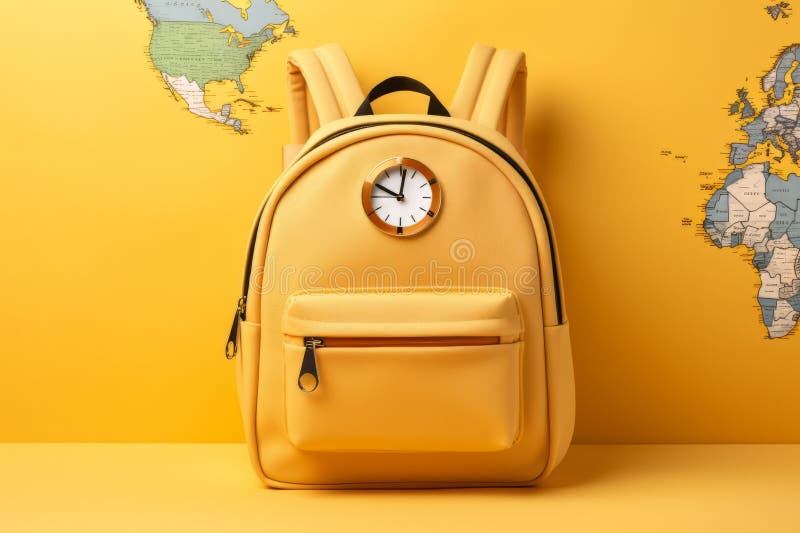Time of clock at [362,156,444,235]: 10:01
